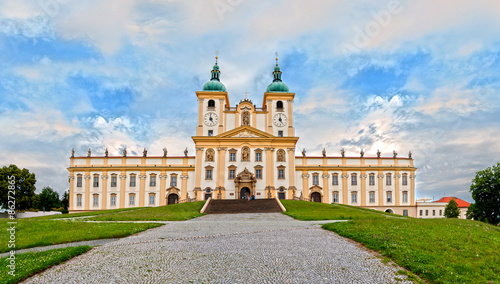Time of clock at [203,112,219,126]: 4:59
